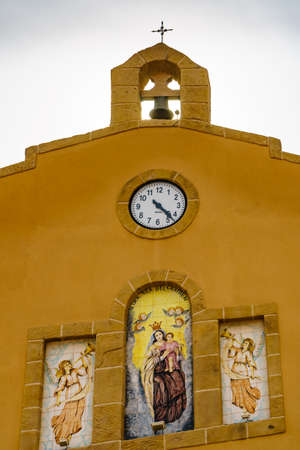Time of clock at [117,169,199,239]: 4:22
